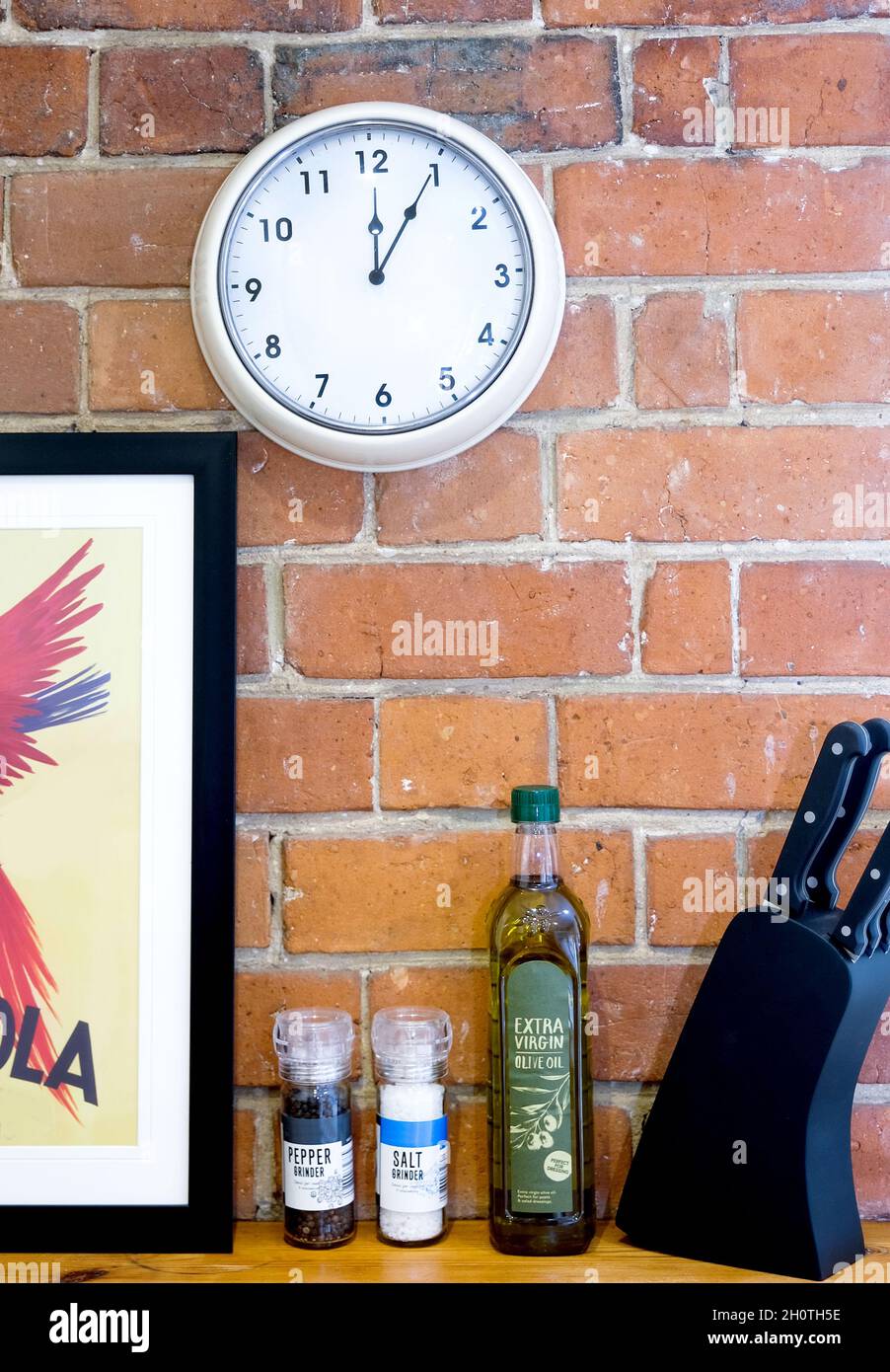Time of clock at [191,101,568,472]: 12:04
